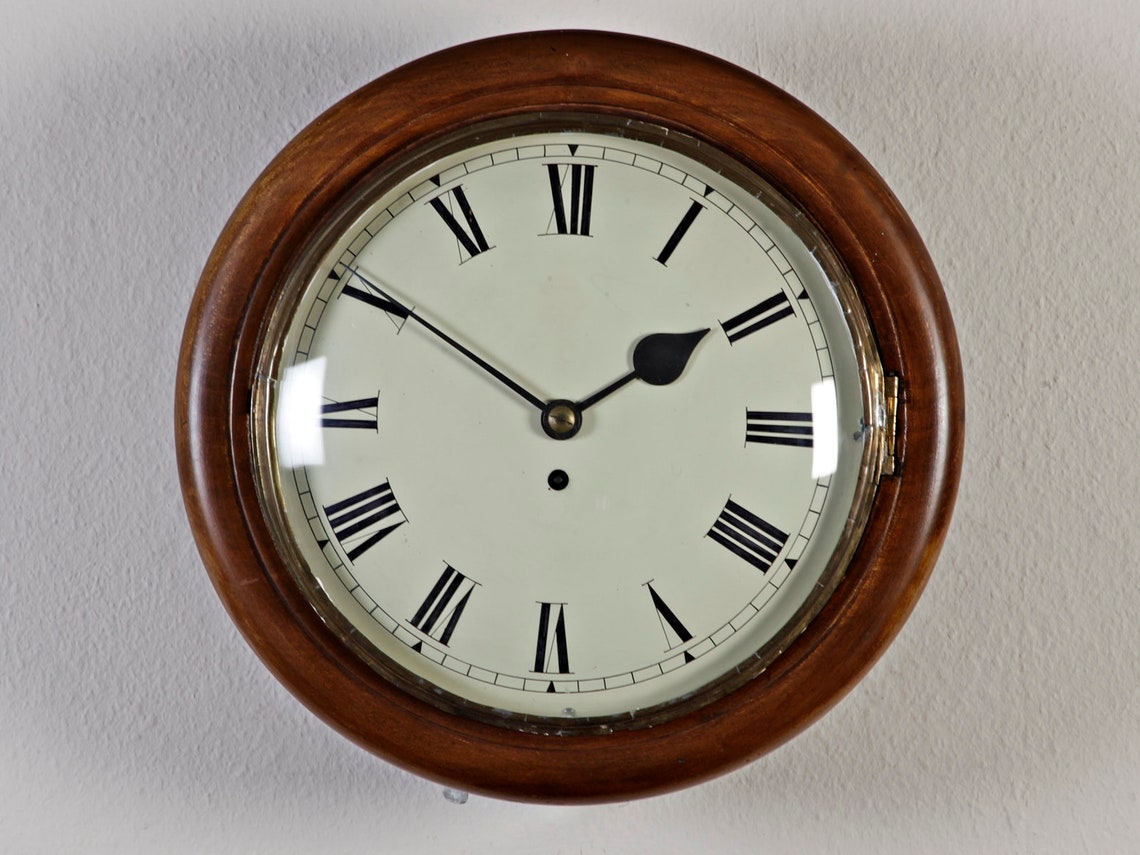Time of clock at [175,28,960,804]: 1:50
